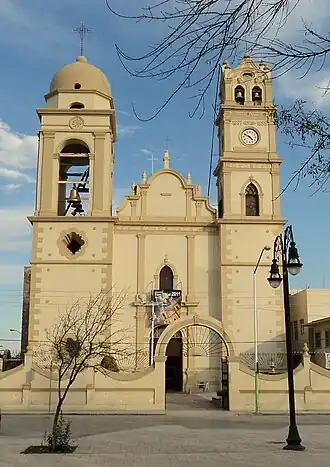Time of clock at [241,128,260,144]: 4:49
